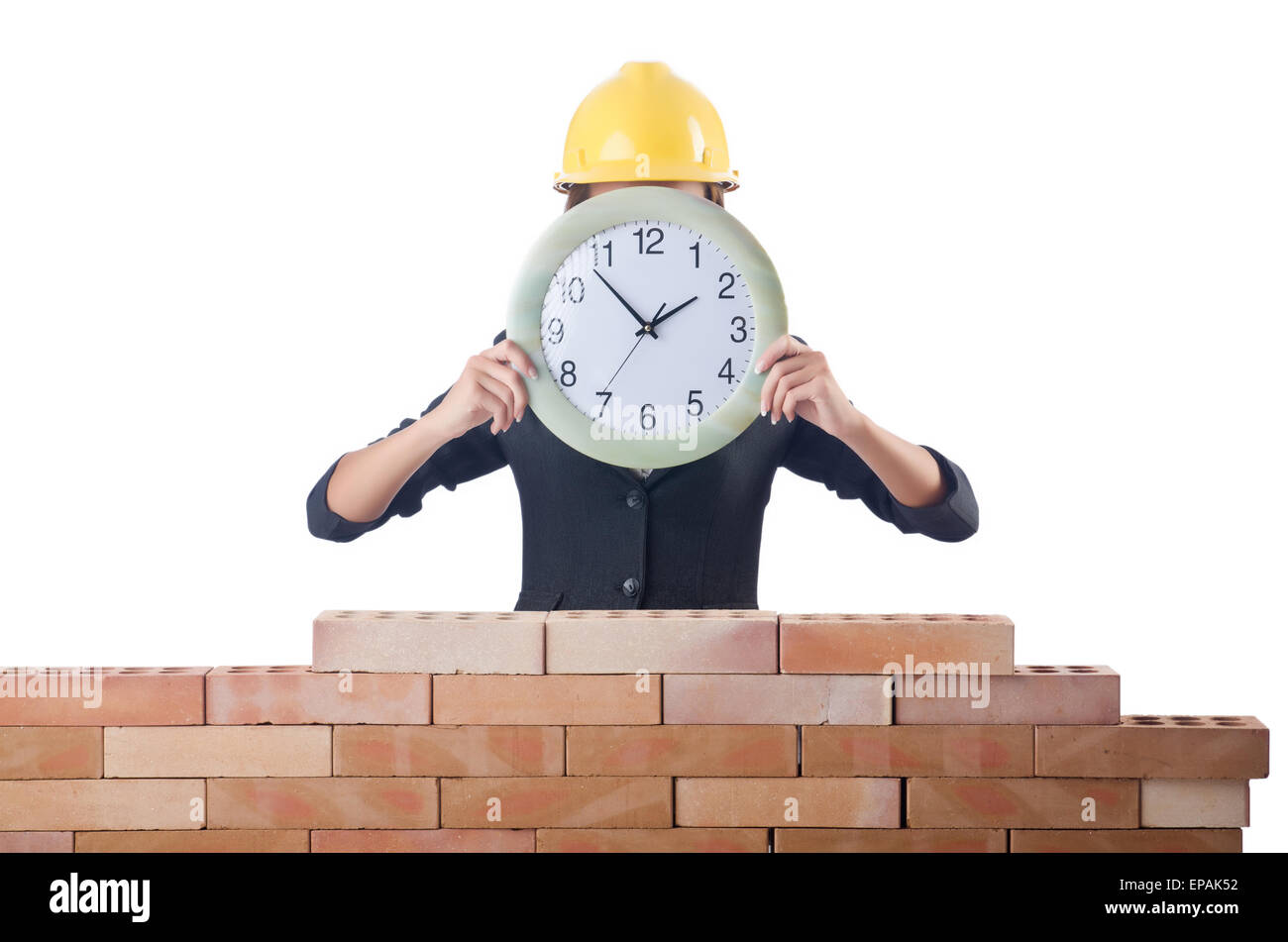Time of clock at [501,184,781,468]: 1:53
